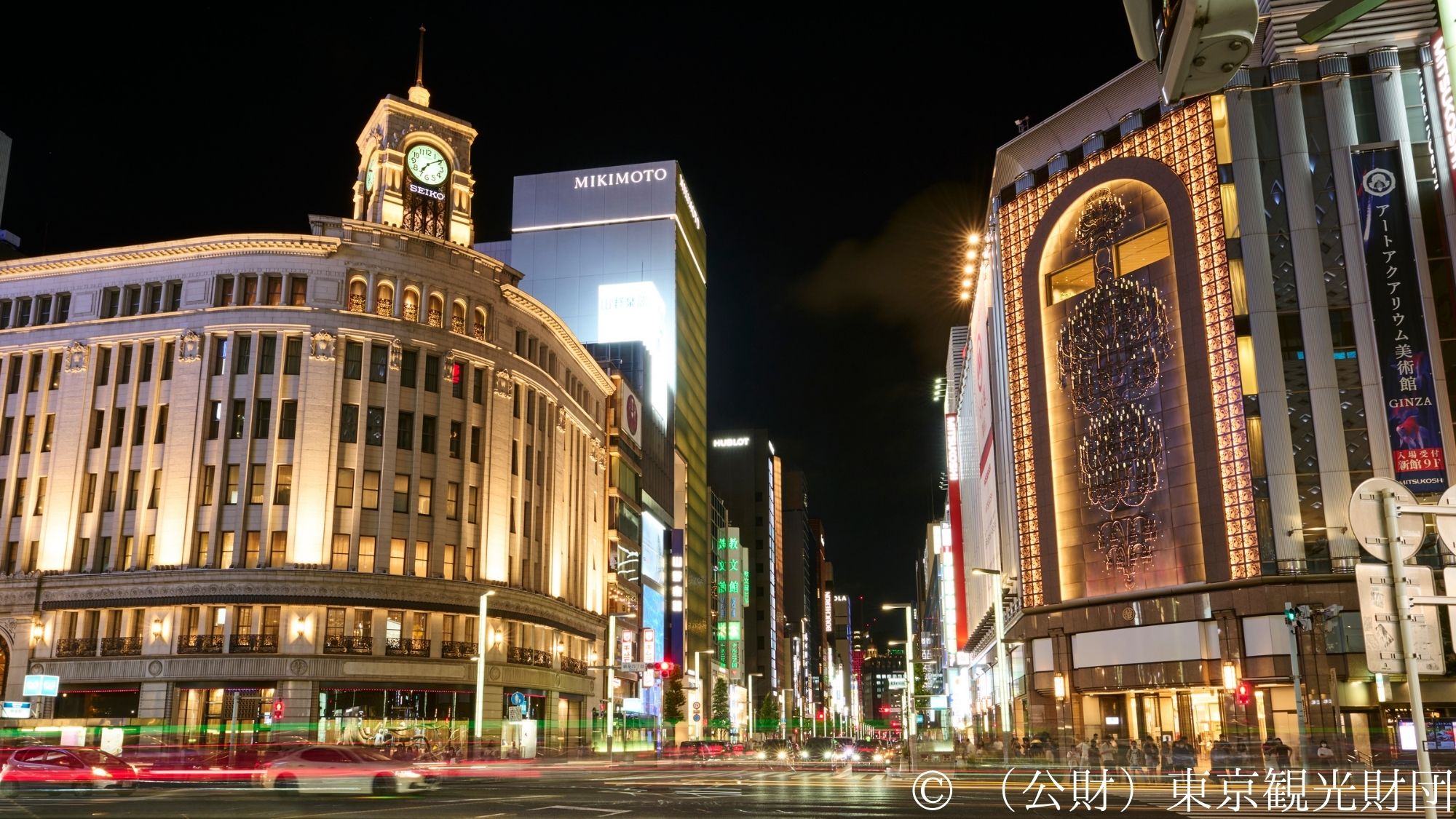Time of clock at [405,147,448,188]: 7:09
